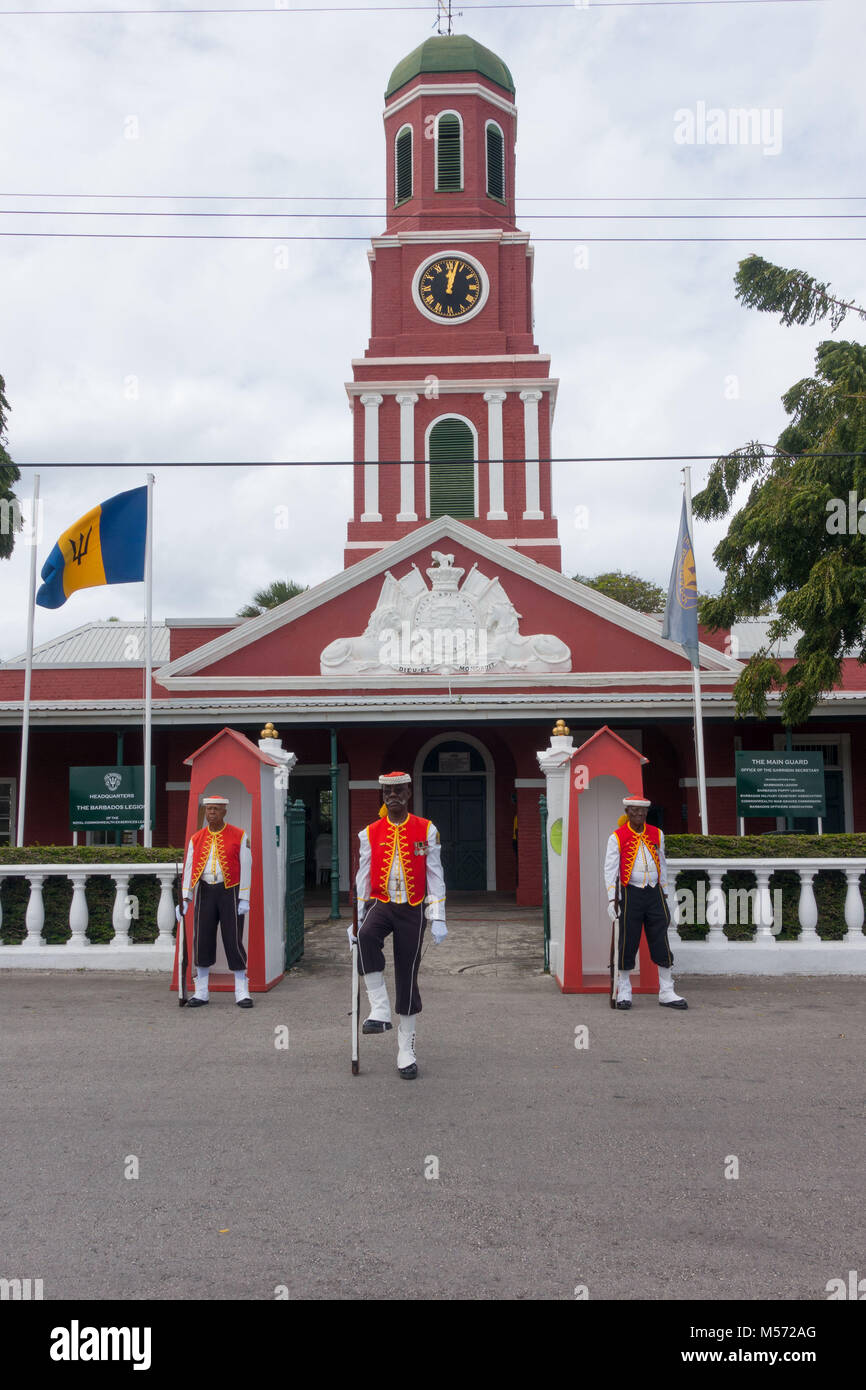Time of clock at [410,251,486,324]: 12:02
